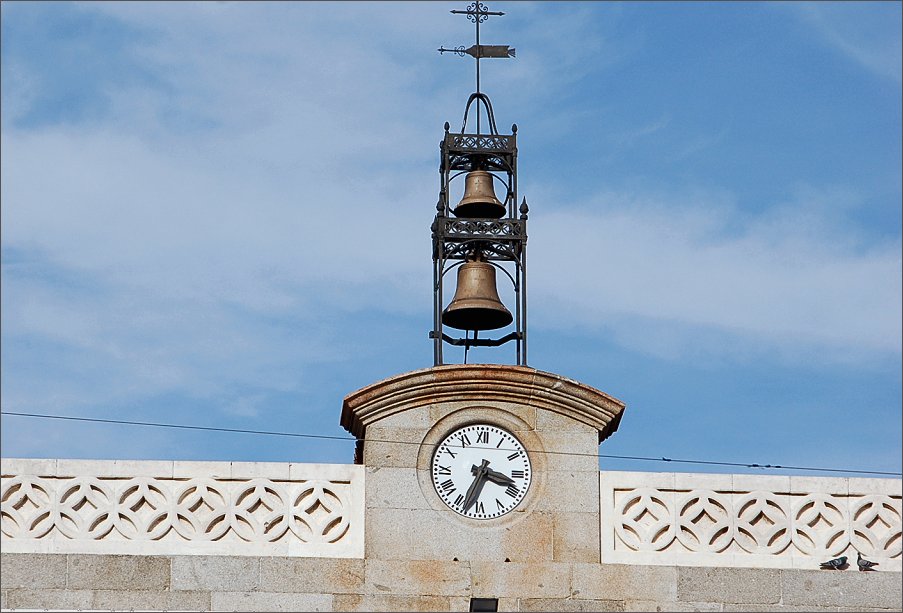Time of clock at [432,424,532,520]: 3:34
